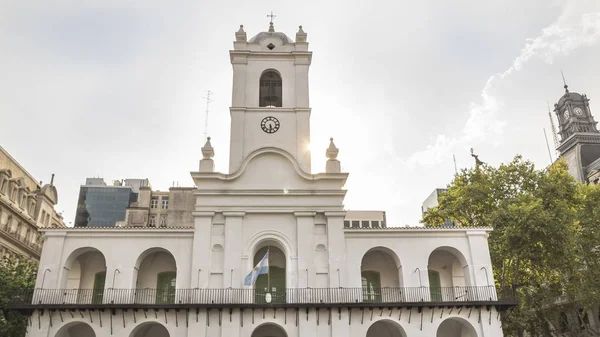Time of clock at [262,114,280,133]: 5:30
